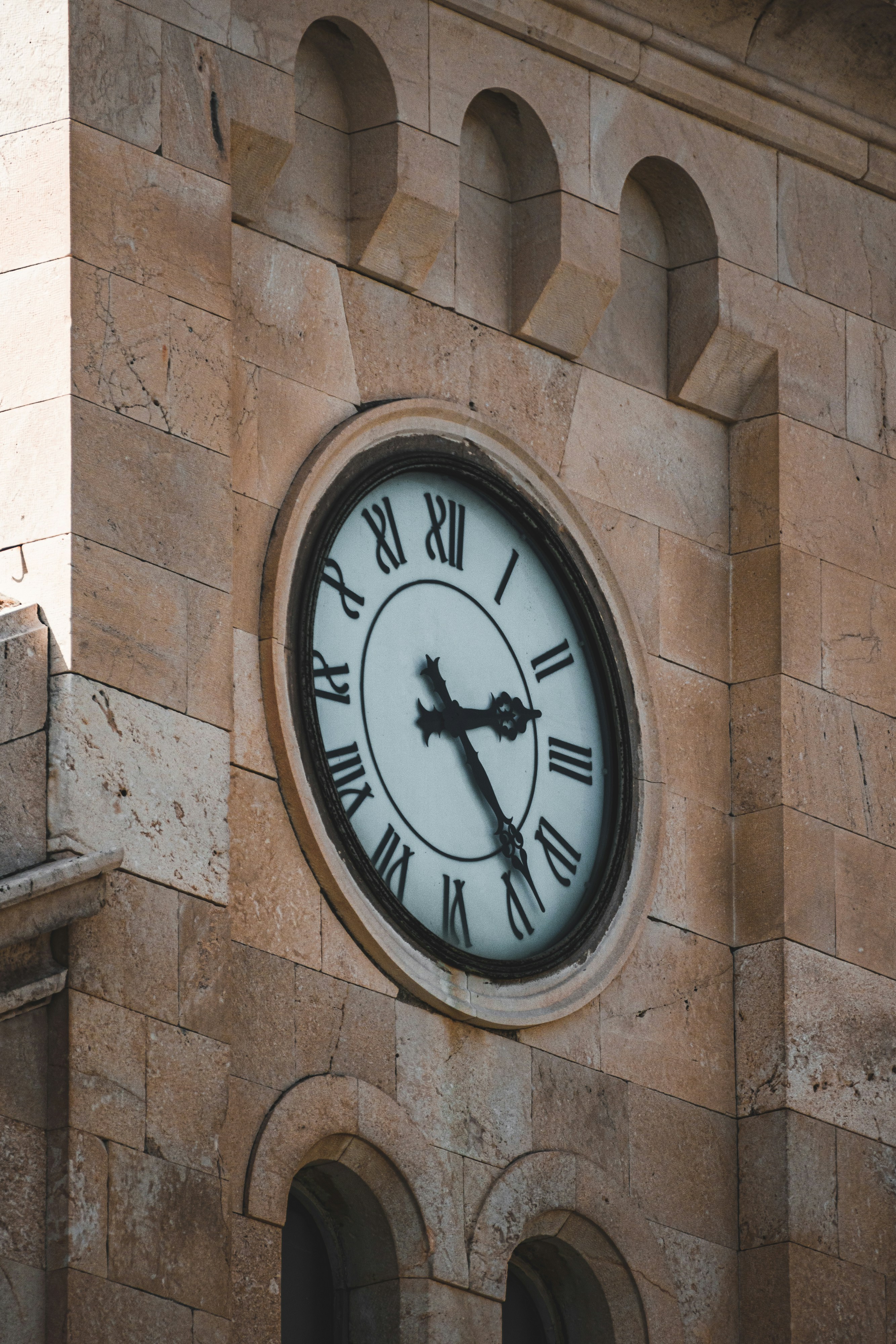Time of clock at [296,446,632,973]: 2:23
